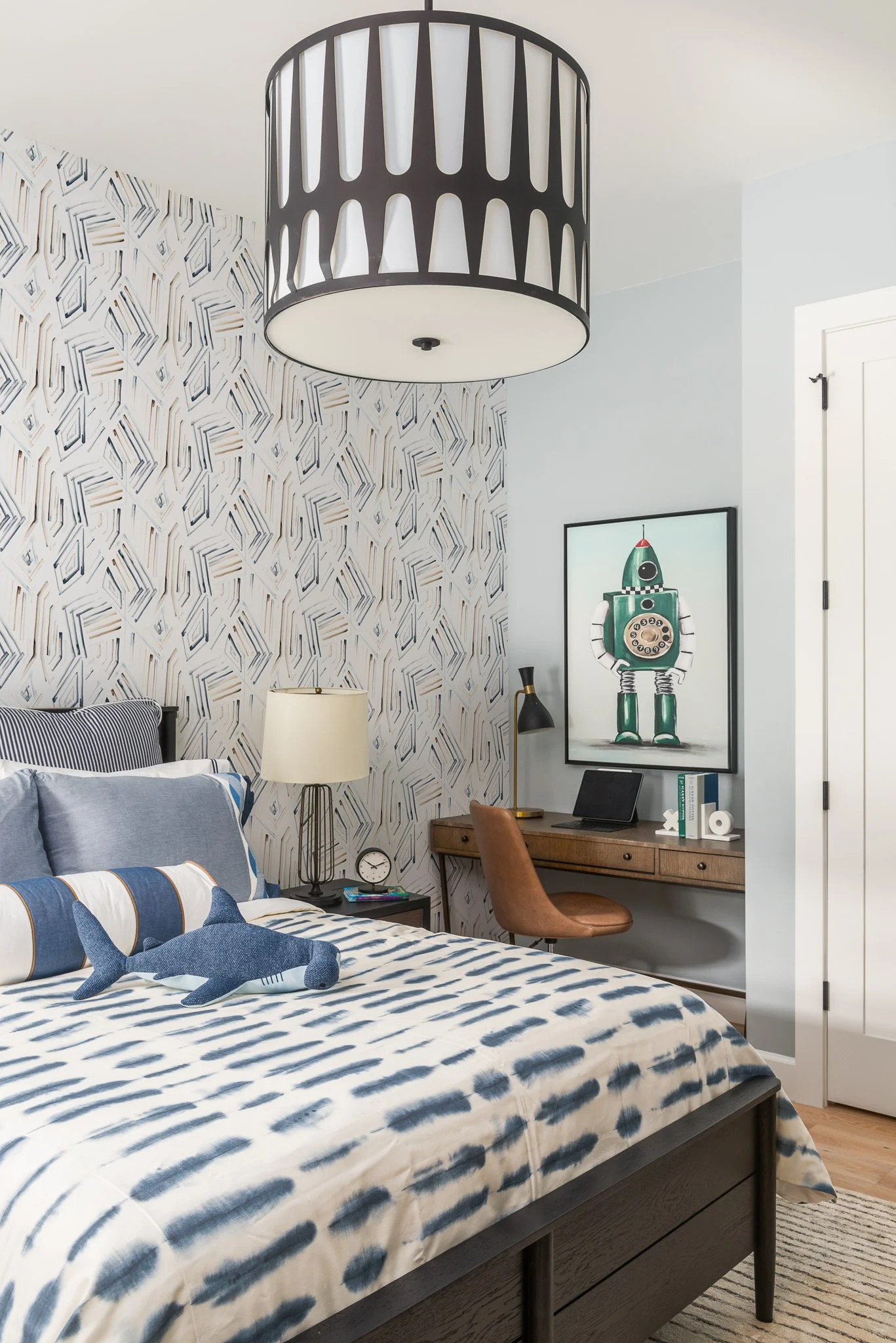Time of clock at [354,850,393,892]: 10:11
